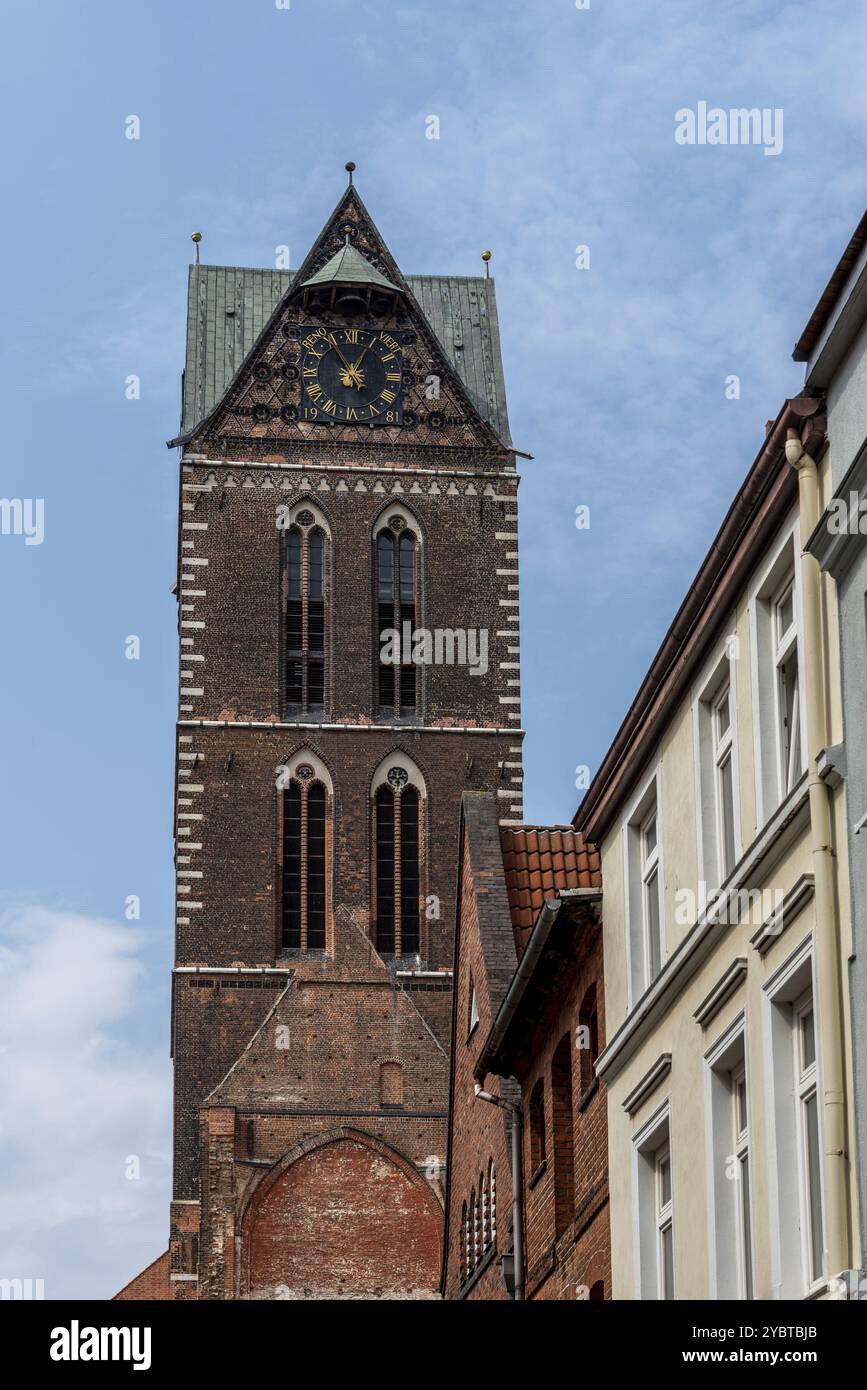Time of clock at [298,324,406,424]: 12:55
